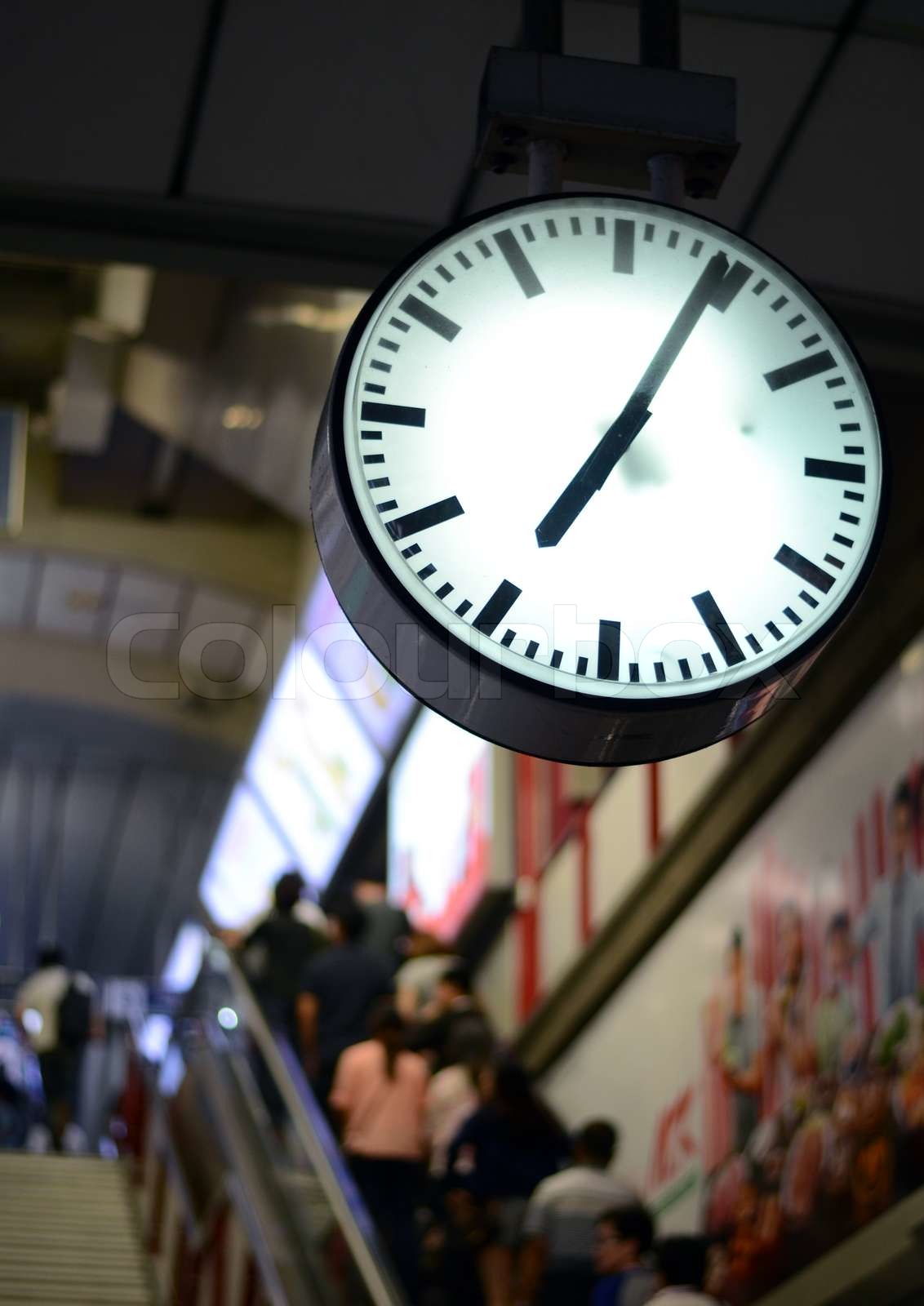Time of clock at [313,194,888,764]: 7:04
